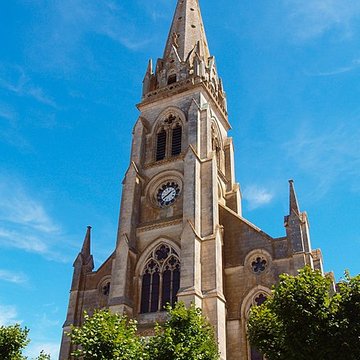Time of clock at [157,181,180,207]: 1:39
